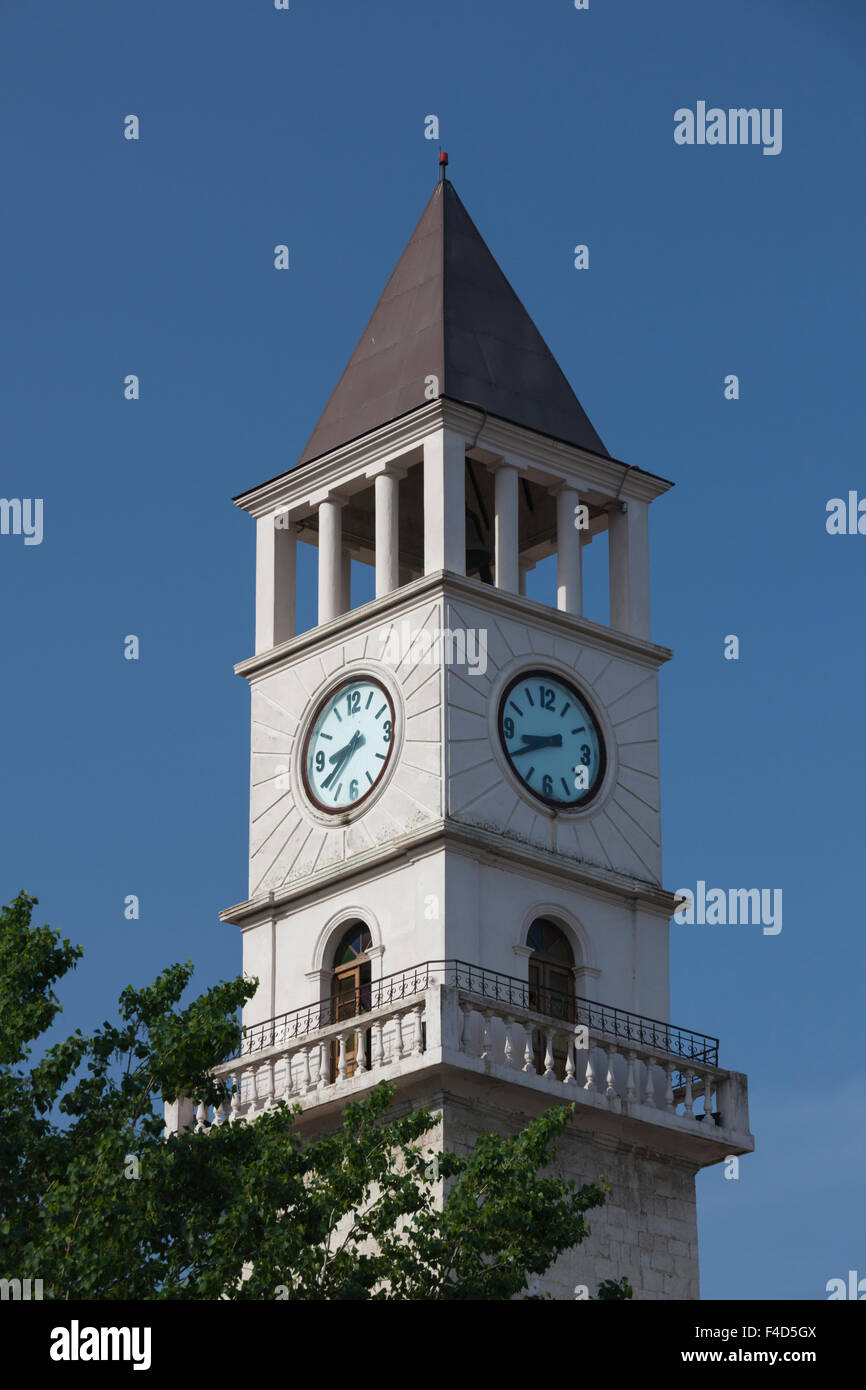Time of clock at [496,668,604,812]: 8:40
